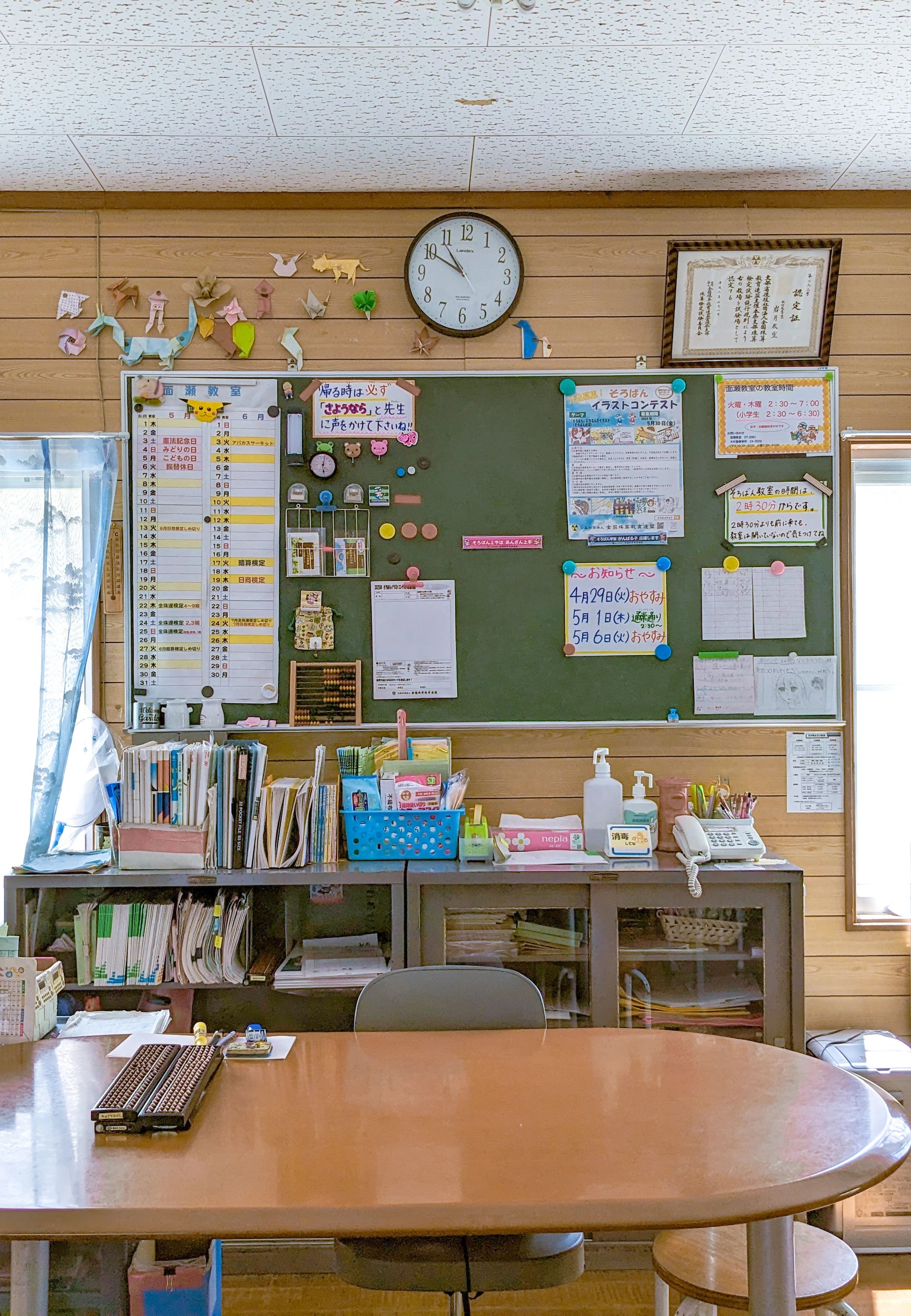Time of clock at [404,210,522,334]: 10:49
